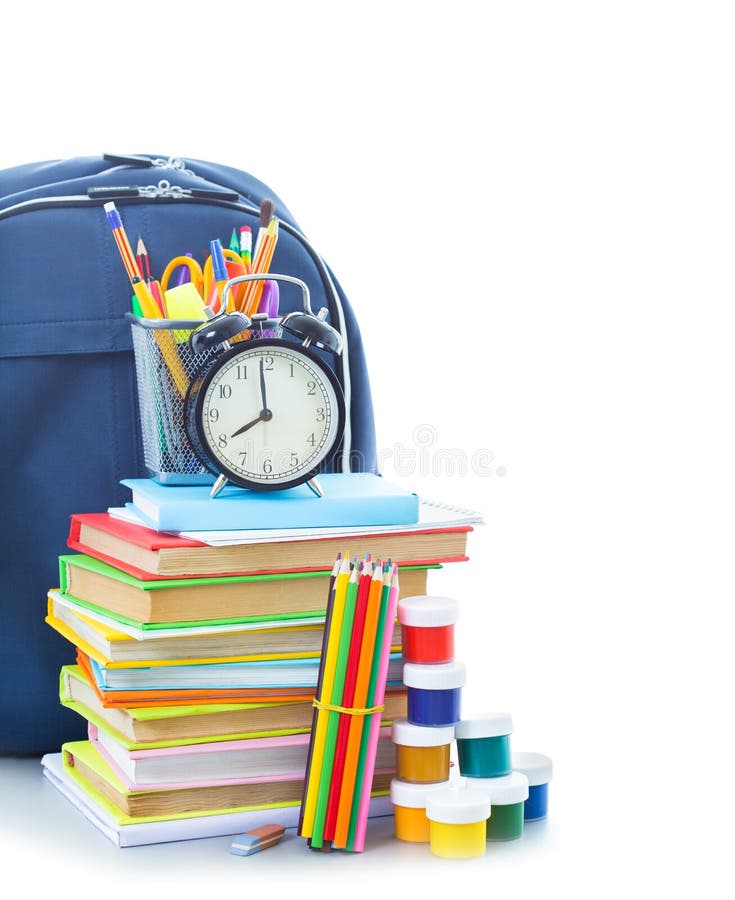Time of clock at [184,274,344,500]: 7:59
